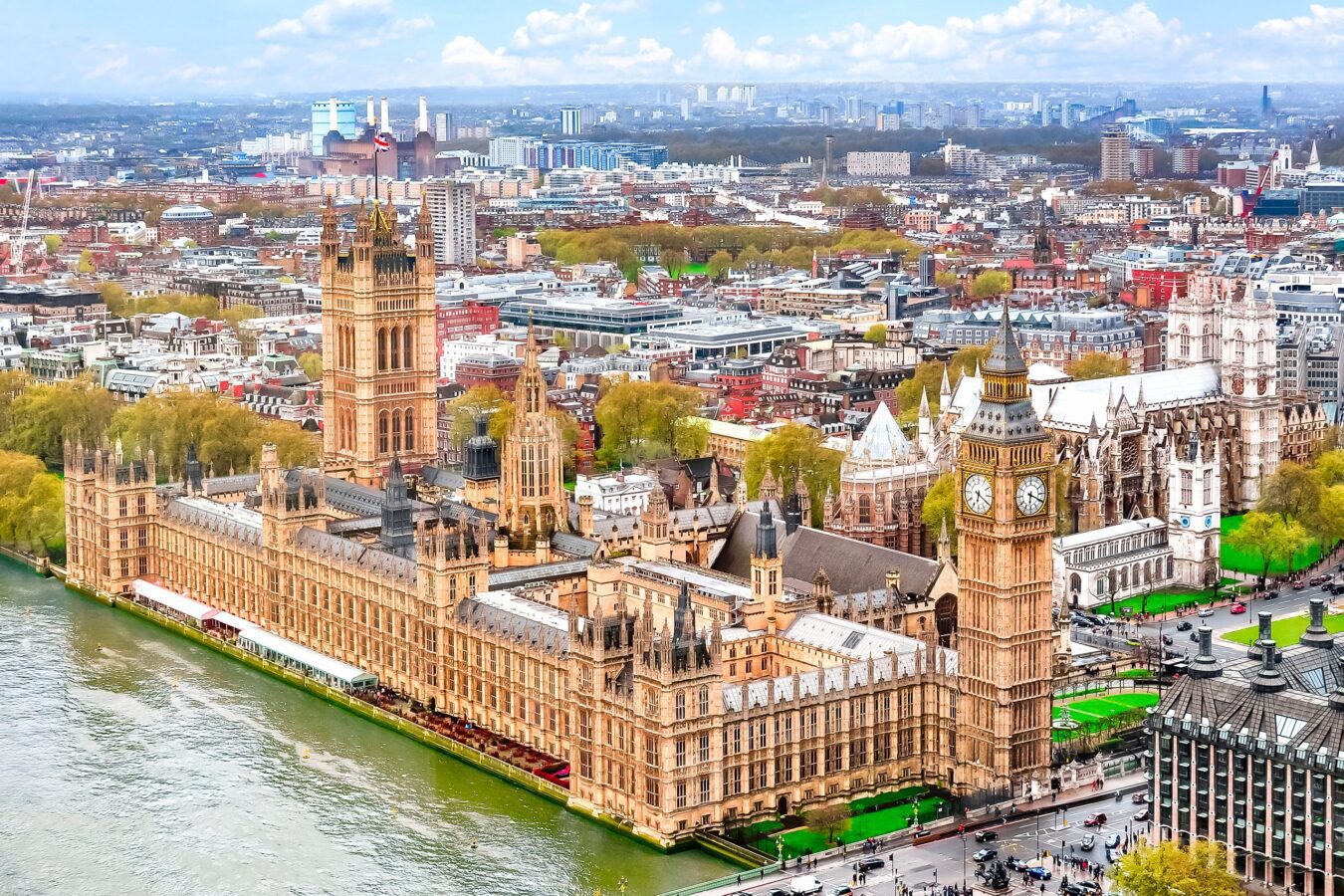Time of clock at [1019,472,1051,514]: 6:19
